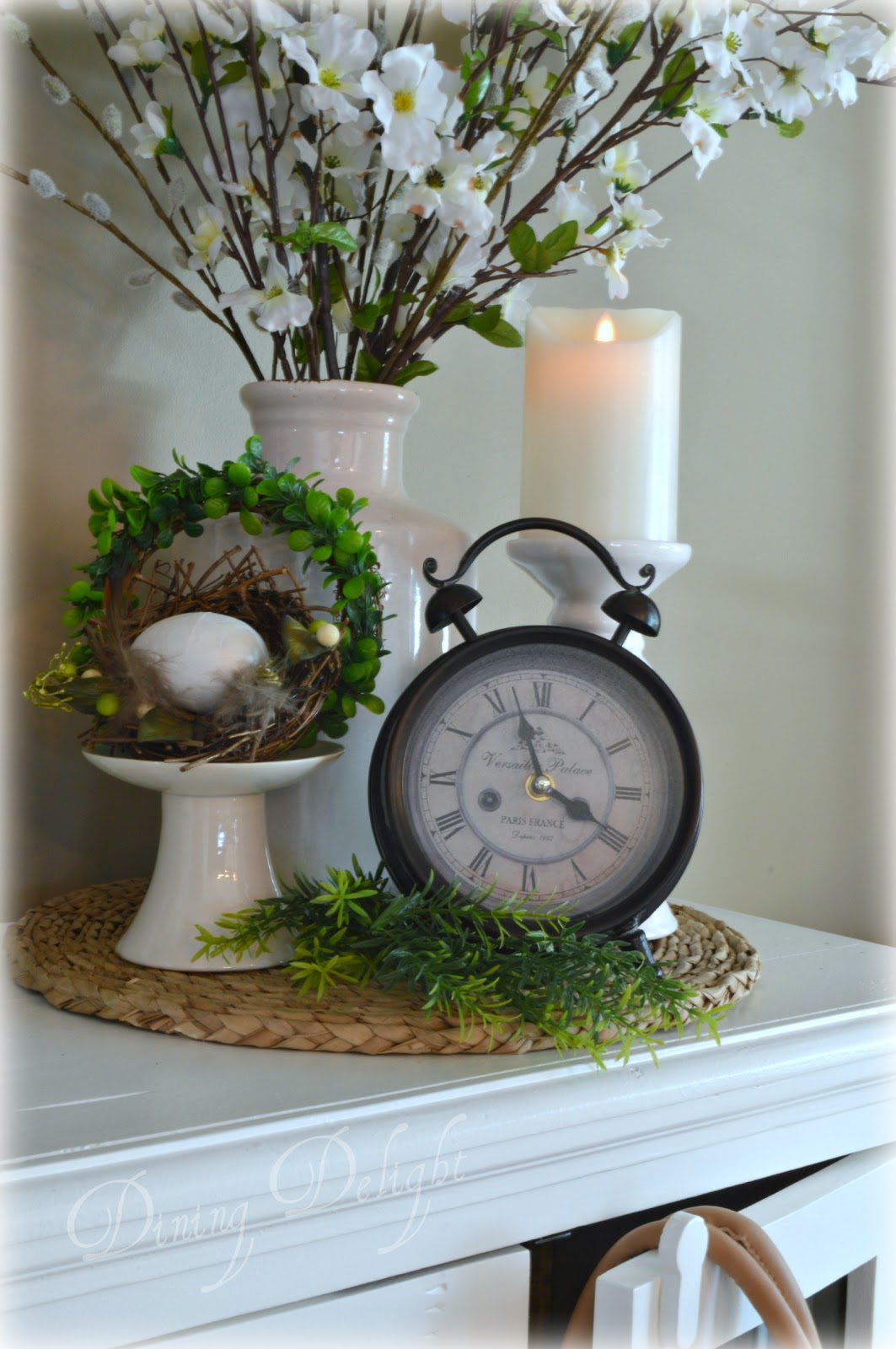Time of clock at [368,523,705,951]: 3:57
